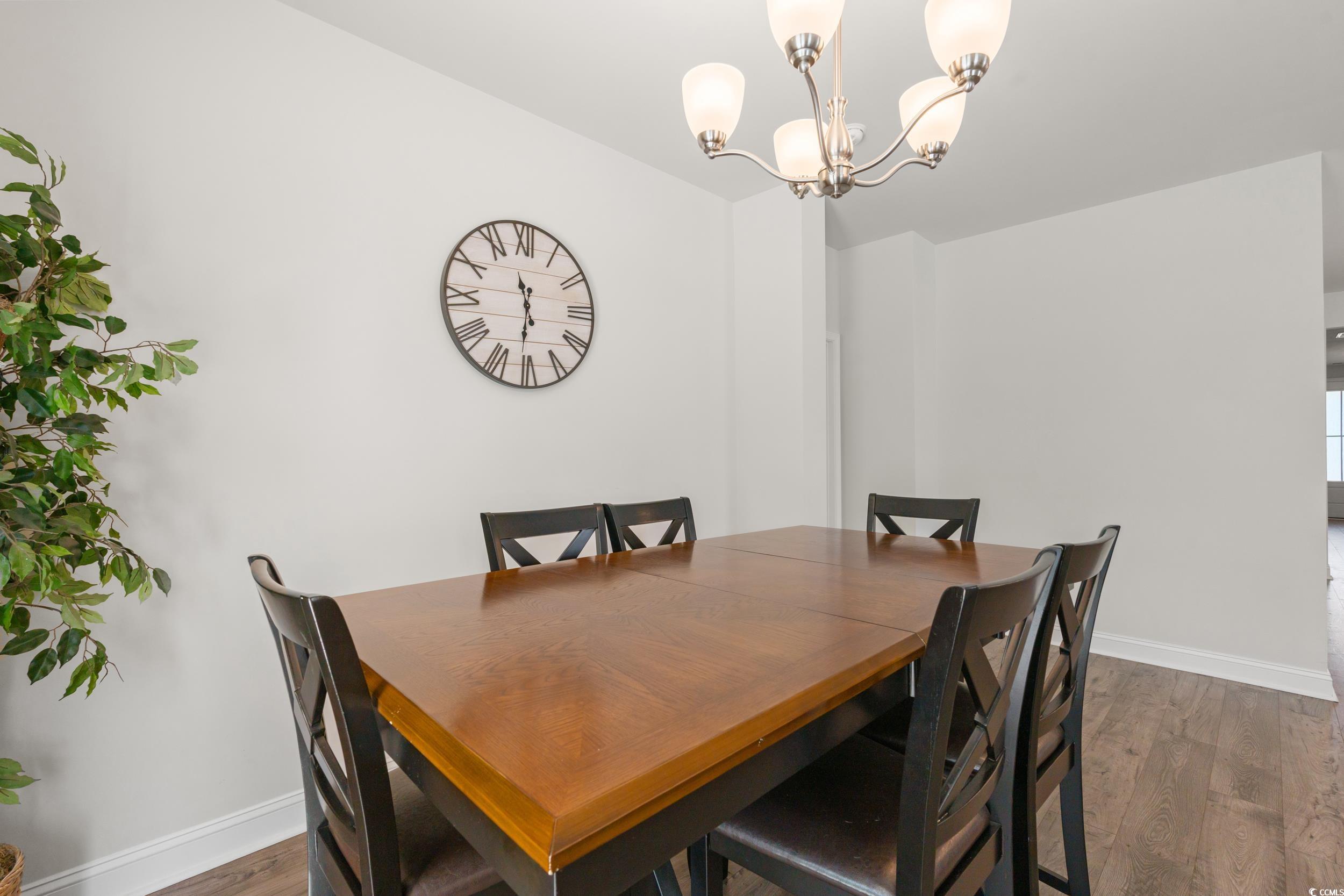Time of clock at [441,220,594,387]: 11:30
